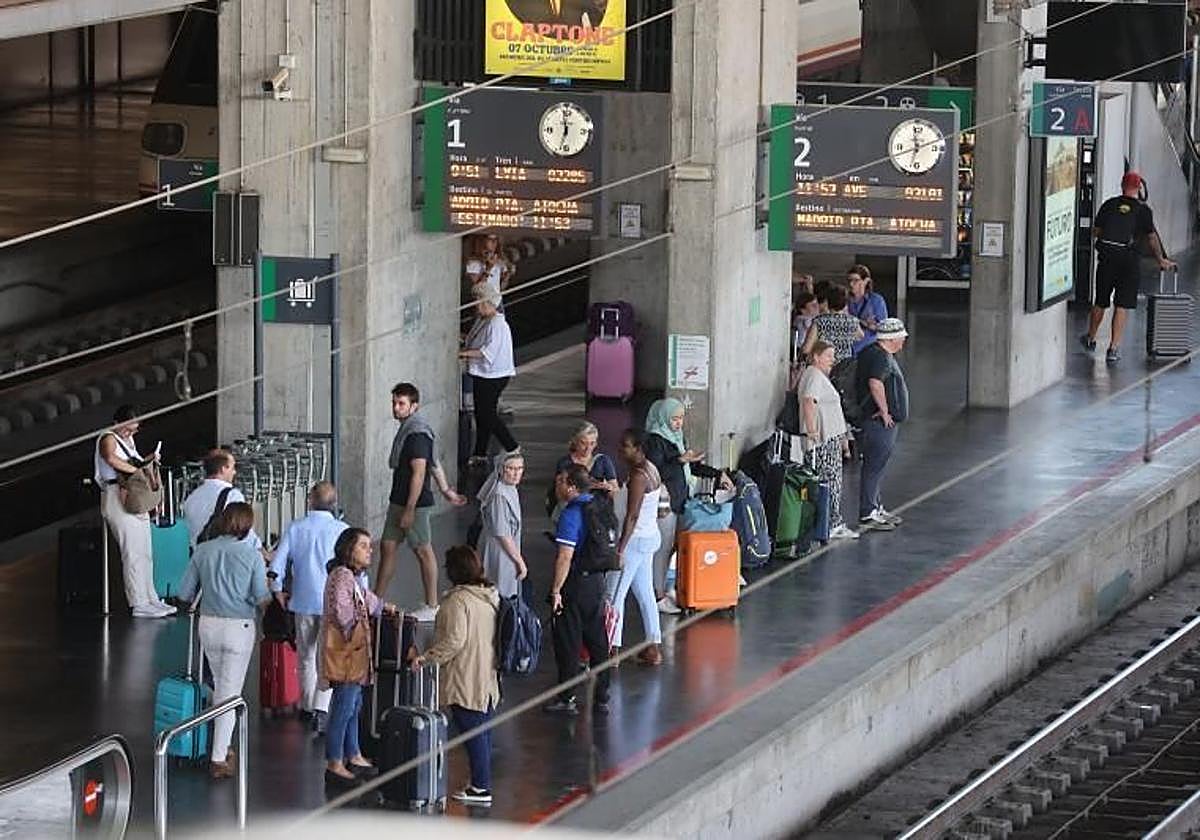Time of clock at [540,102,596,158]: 11:32
